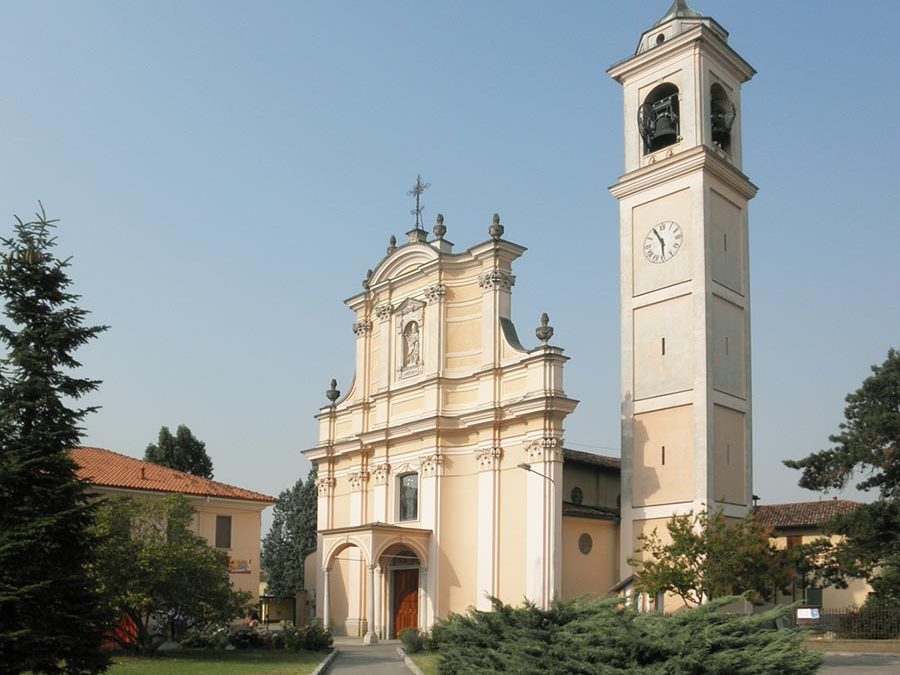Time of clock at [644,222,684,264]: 5:55
